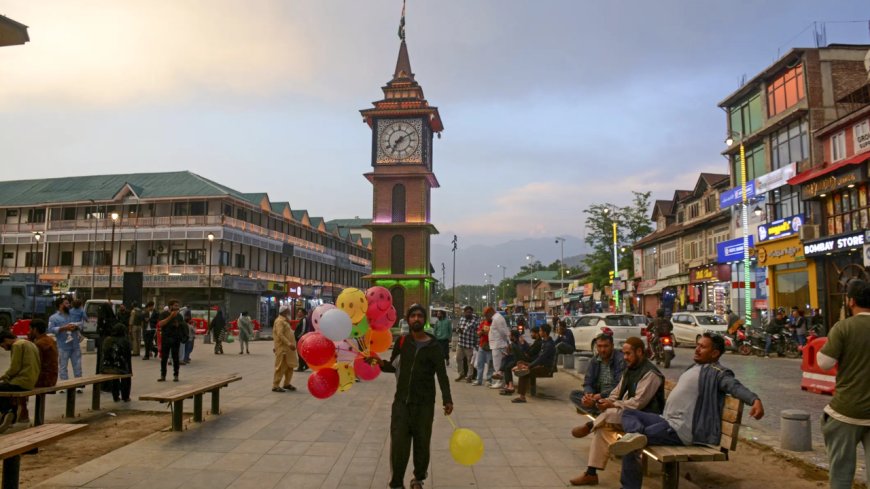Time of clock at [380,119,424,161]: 7:10
